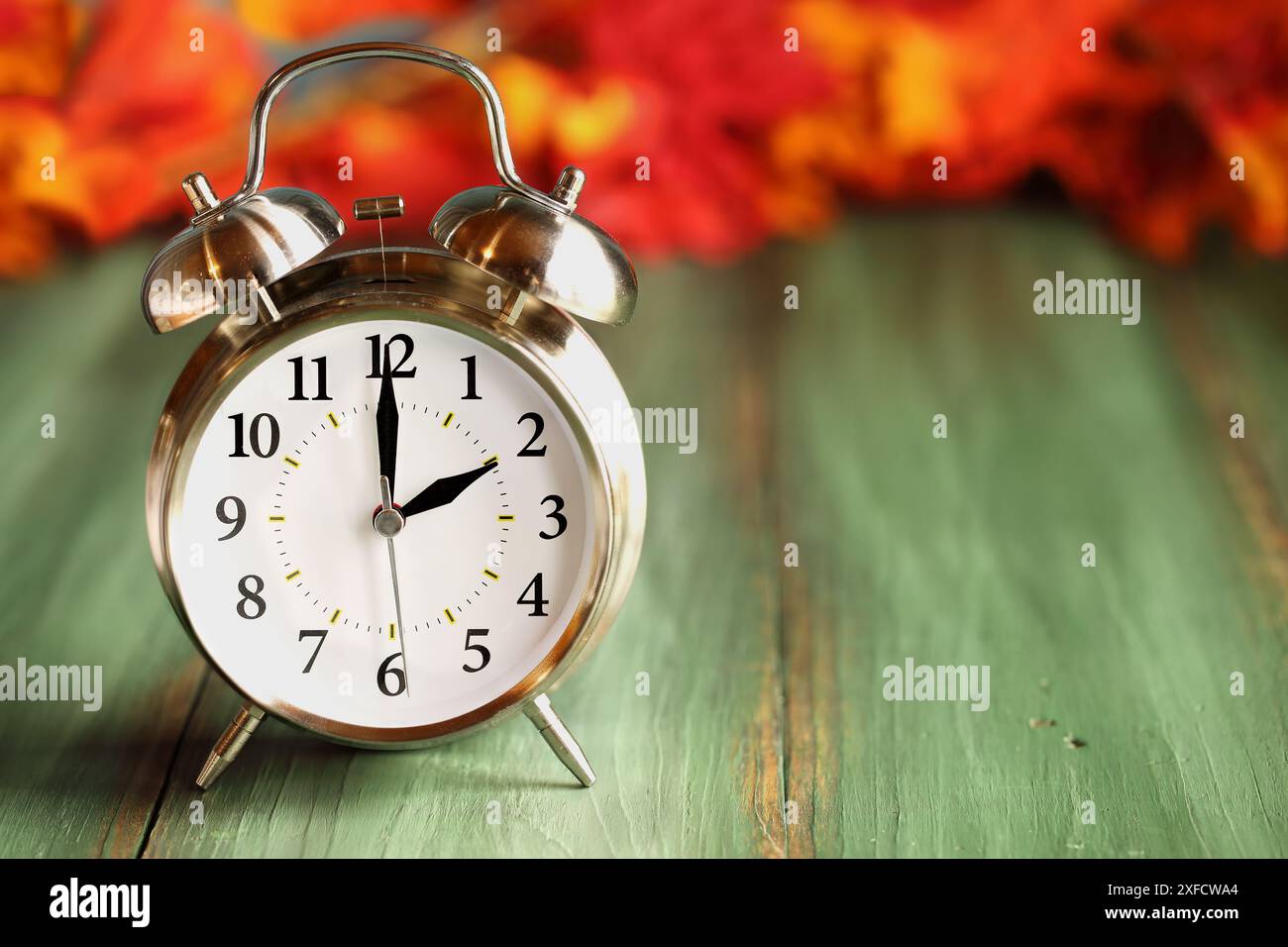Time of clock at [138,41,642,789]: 2:00
